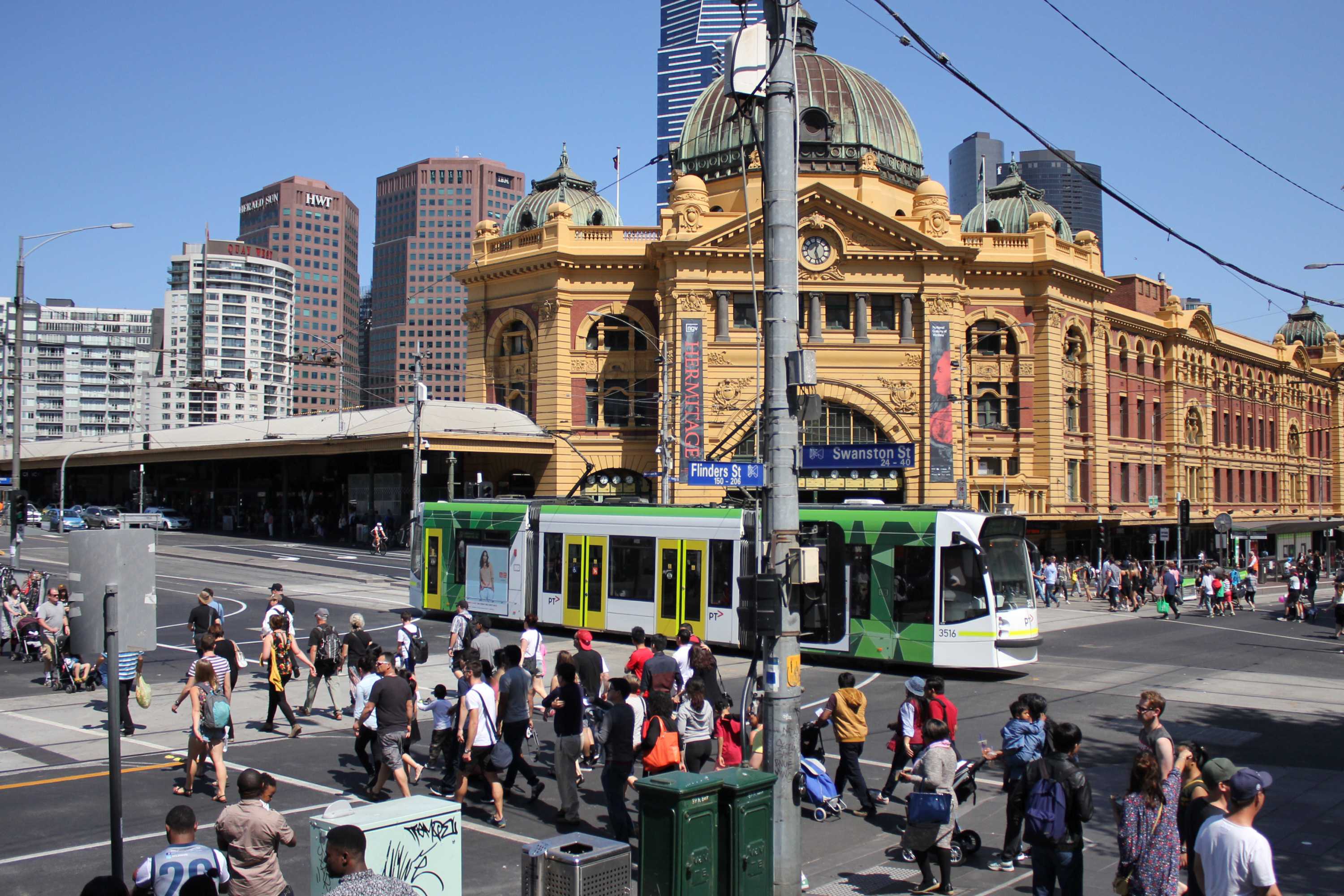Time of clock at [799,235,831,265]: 12:26
